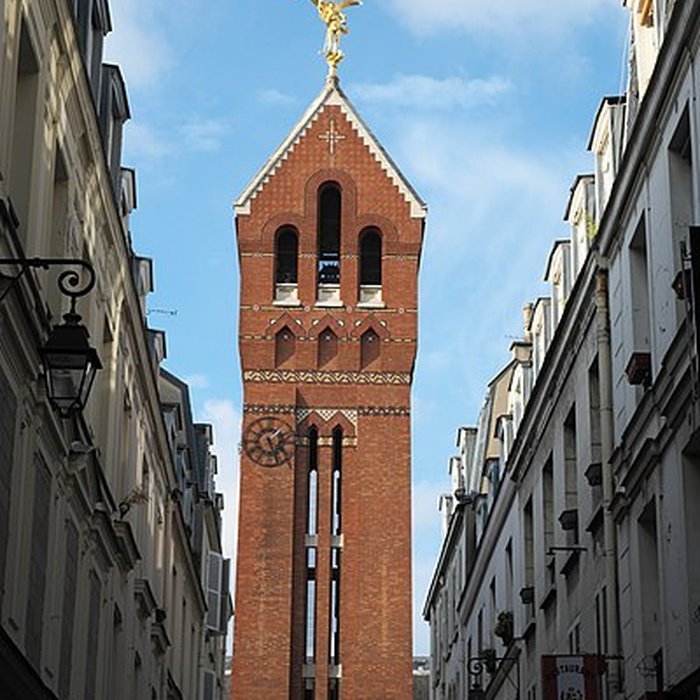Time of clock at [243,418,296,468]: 1:26
